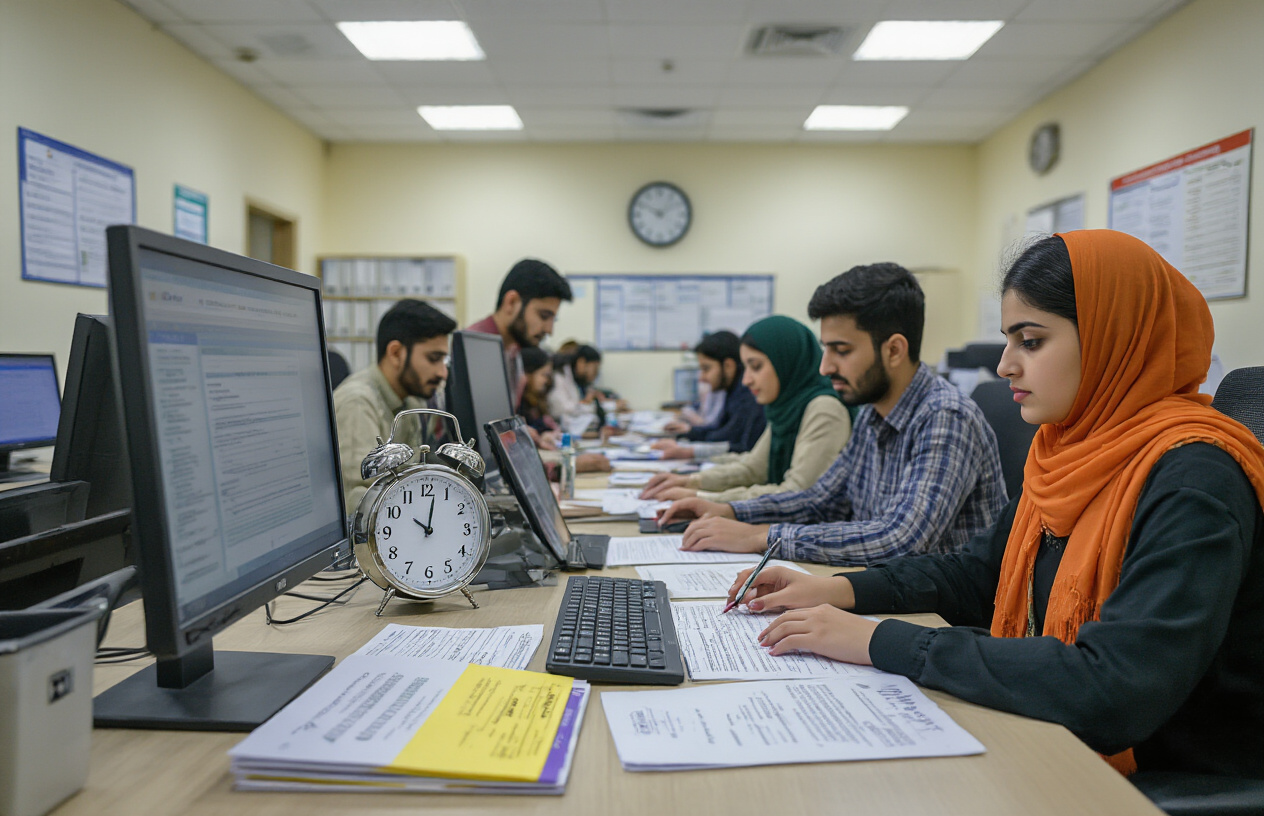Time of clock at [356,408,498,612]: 10:02
